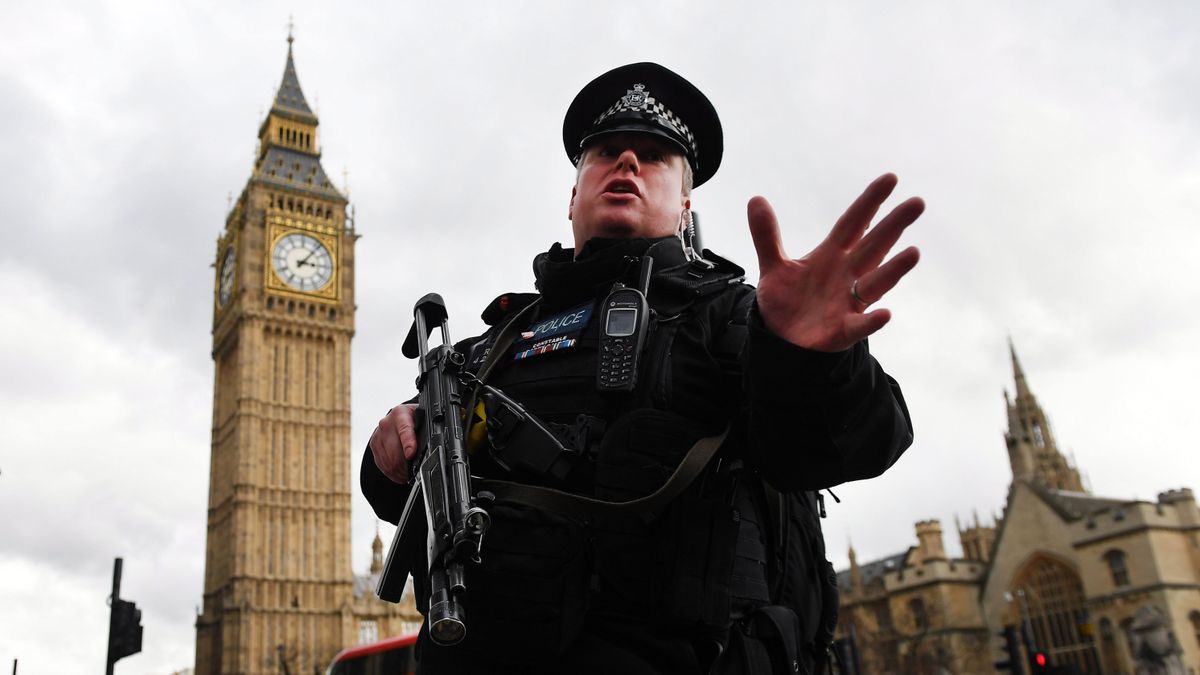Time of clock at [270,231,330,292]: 3:06
